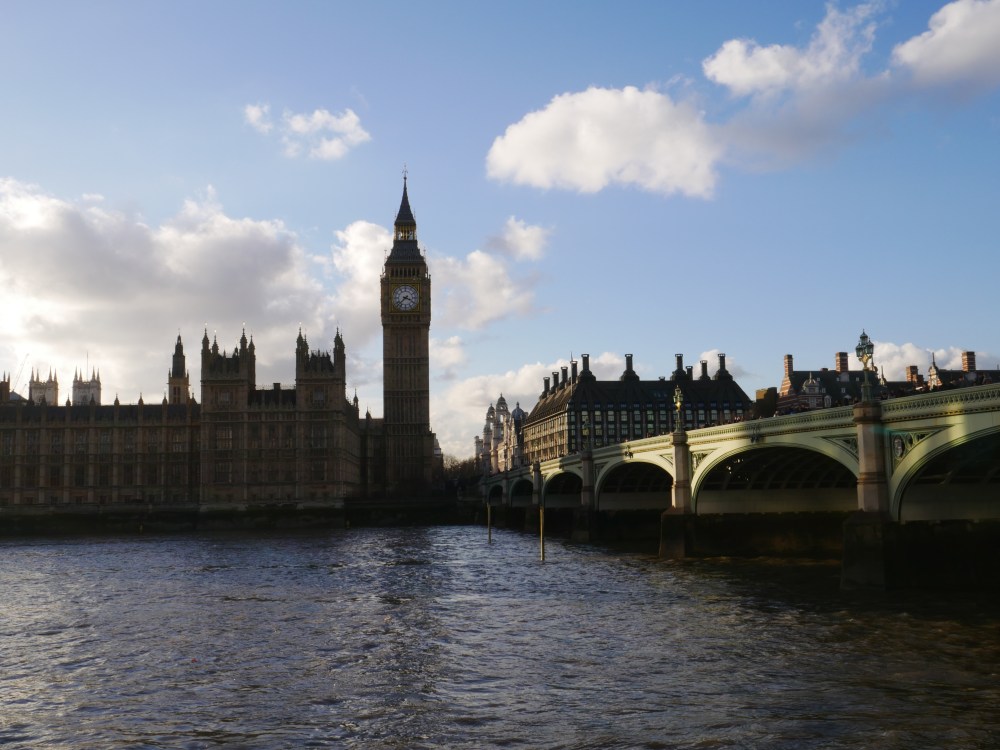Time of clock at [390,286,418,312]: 3:37
